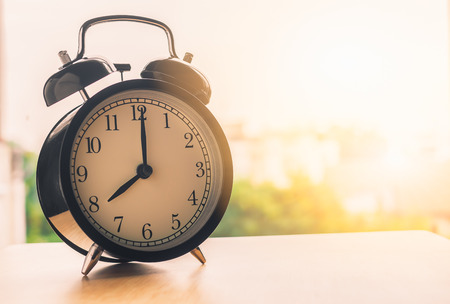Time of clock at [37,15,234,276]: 8:00
